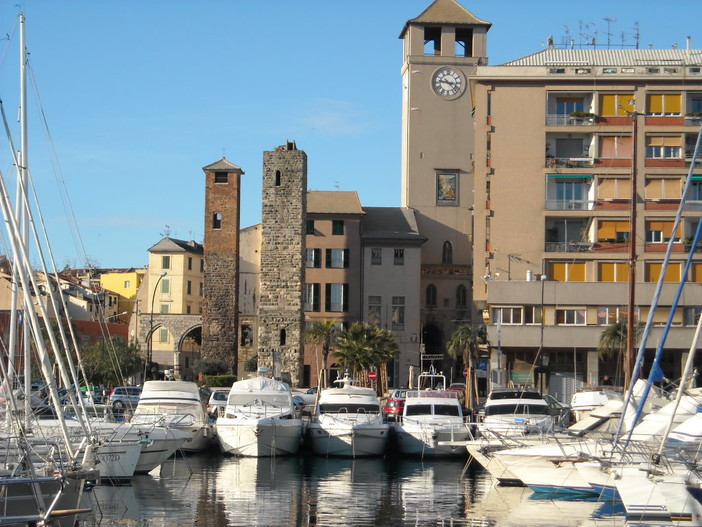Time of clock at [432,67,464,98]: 9:22
